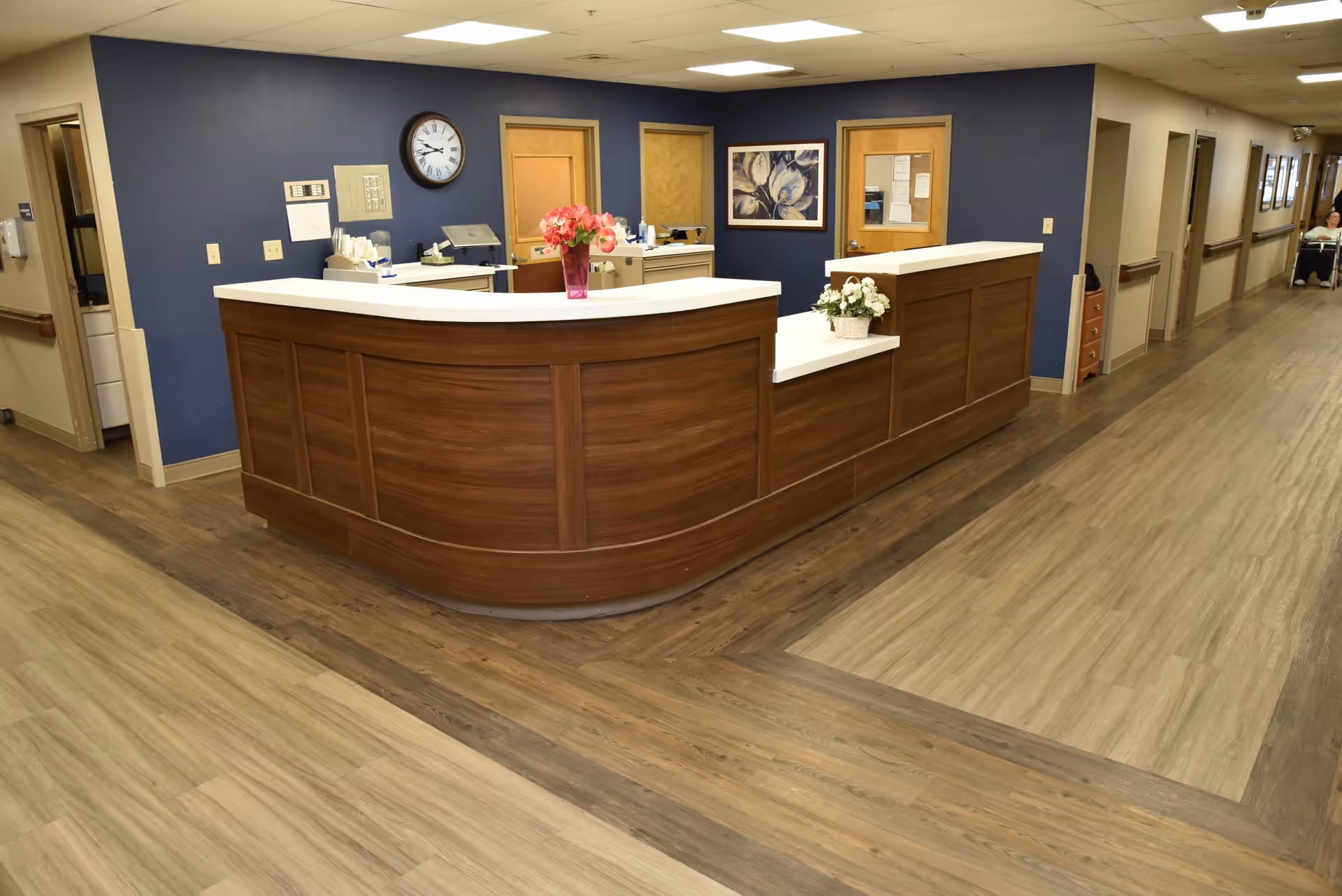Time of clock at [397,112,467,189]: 9:43
